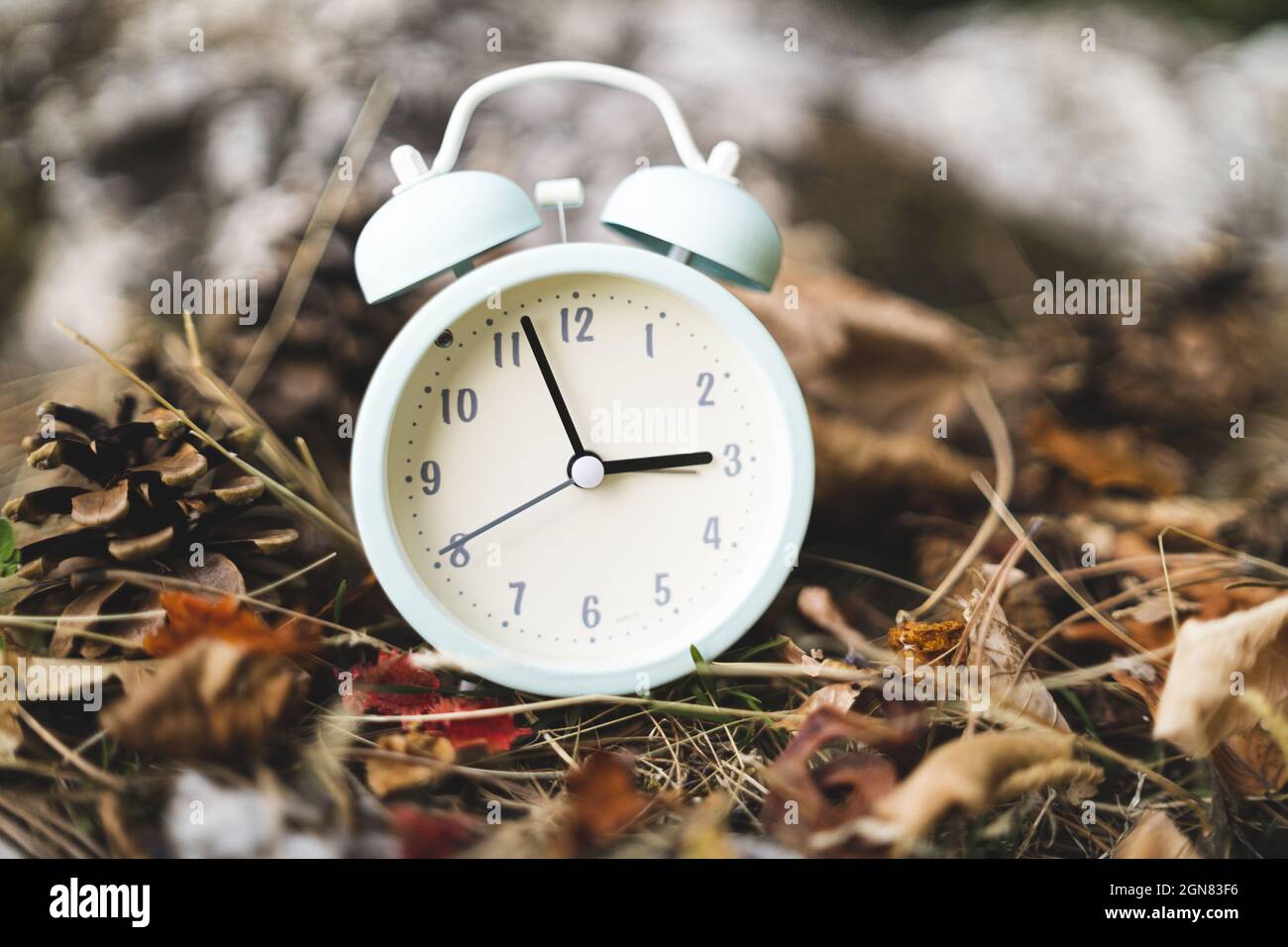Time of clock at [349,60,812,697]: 2:56
